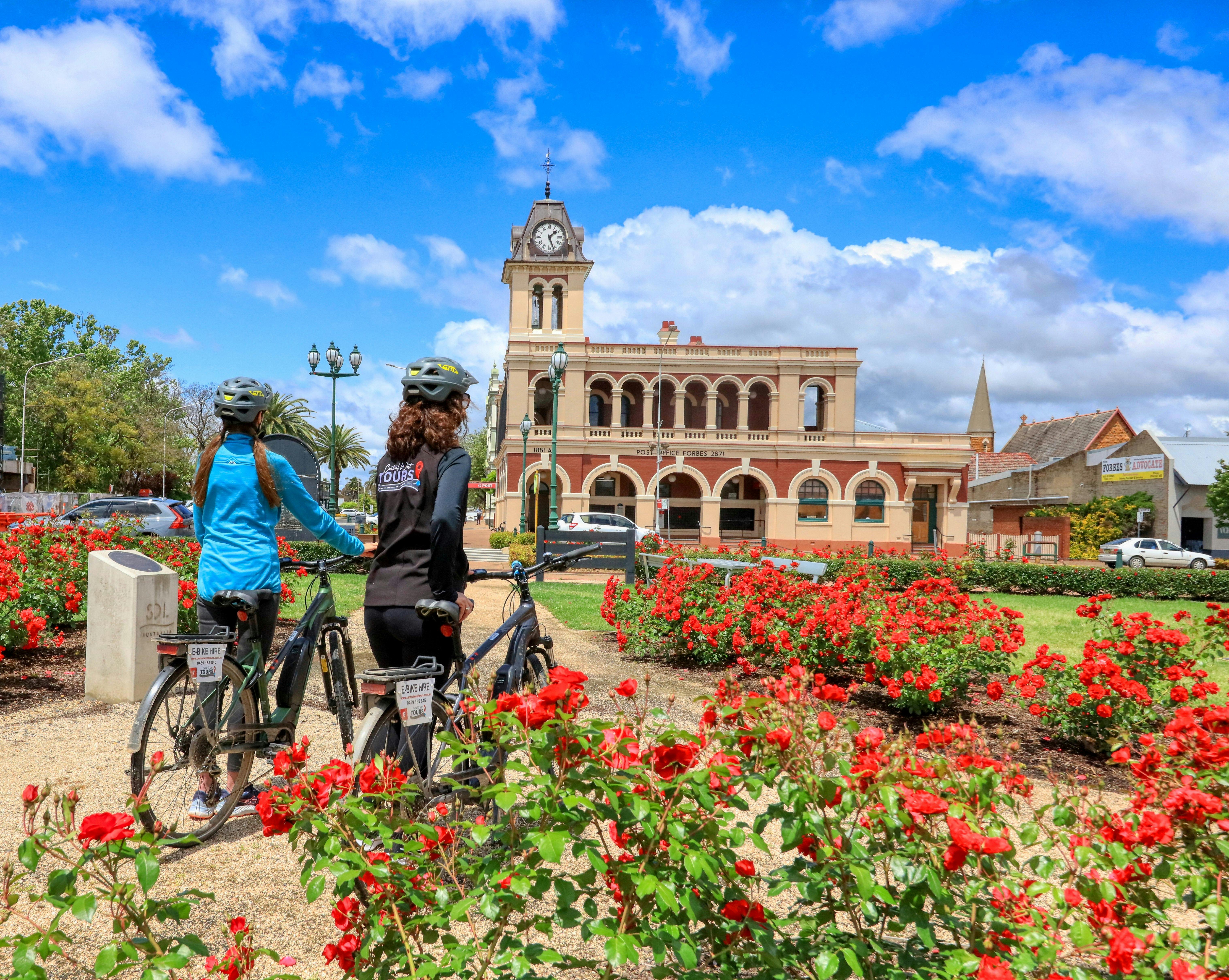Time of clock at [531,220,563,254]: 1:26
